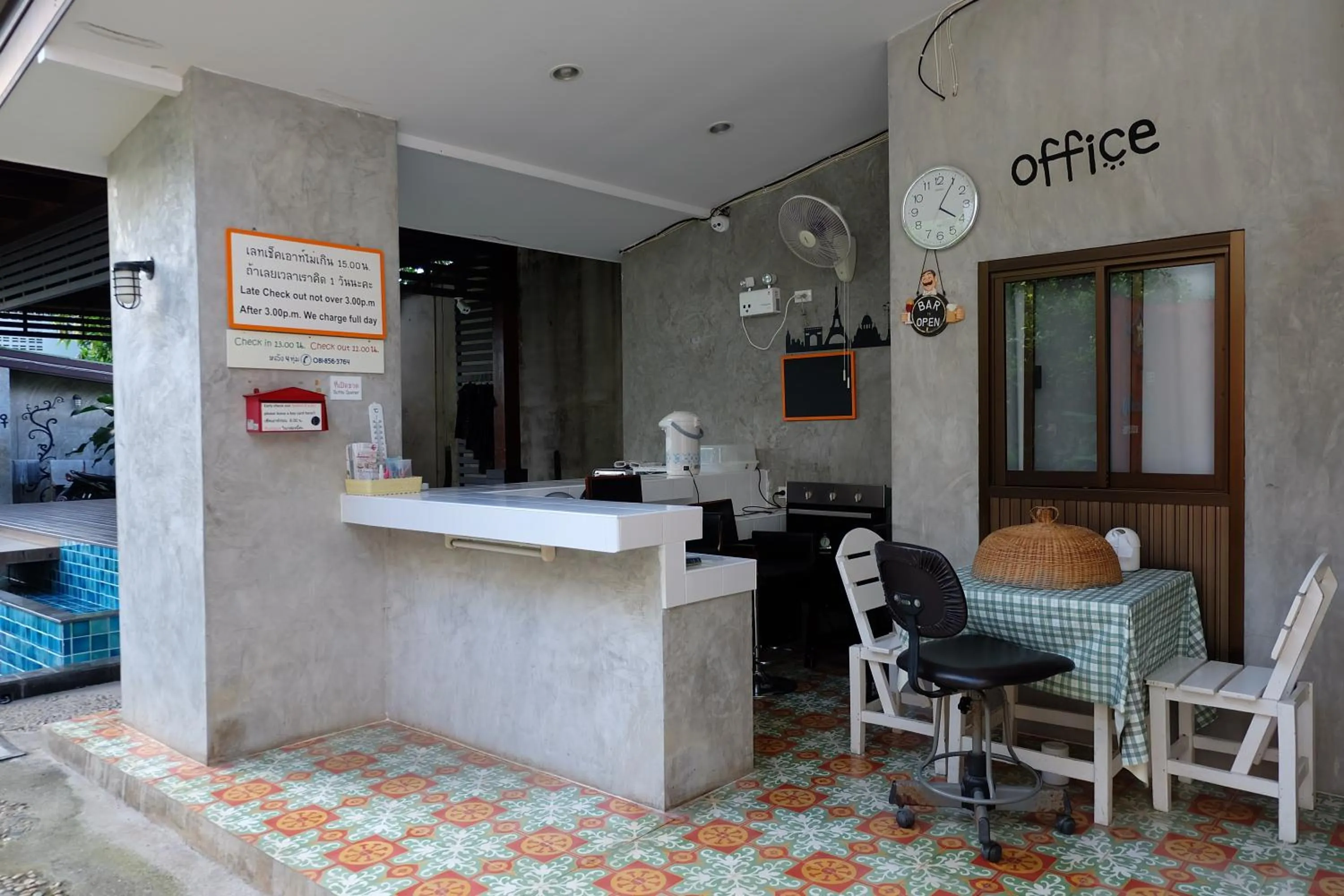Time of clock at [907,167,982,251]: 4:05
